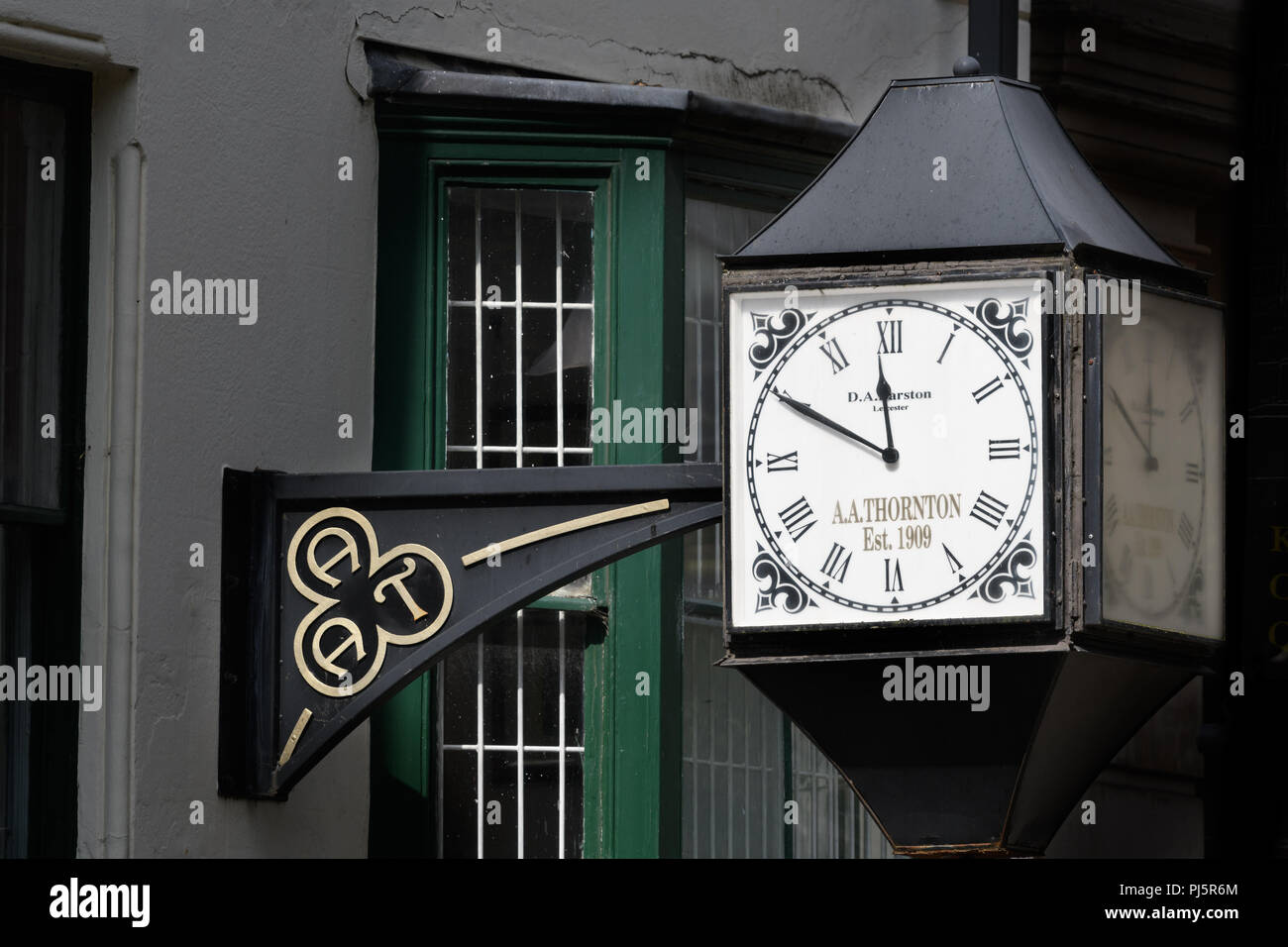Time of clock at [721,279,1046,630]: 11:49
